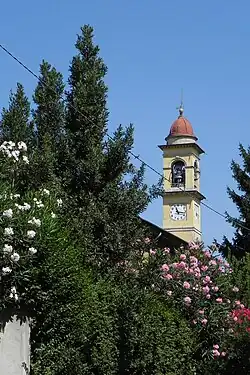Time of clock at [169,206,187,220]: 11:16
